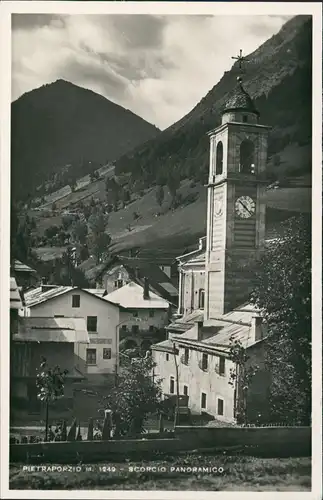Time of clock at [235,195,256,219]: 10:22
